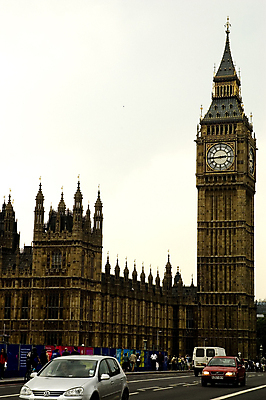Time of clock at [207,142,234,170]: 2:44
